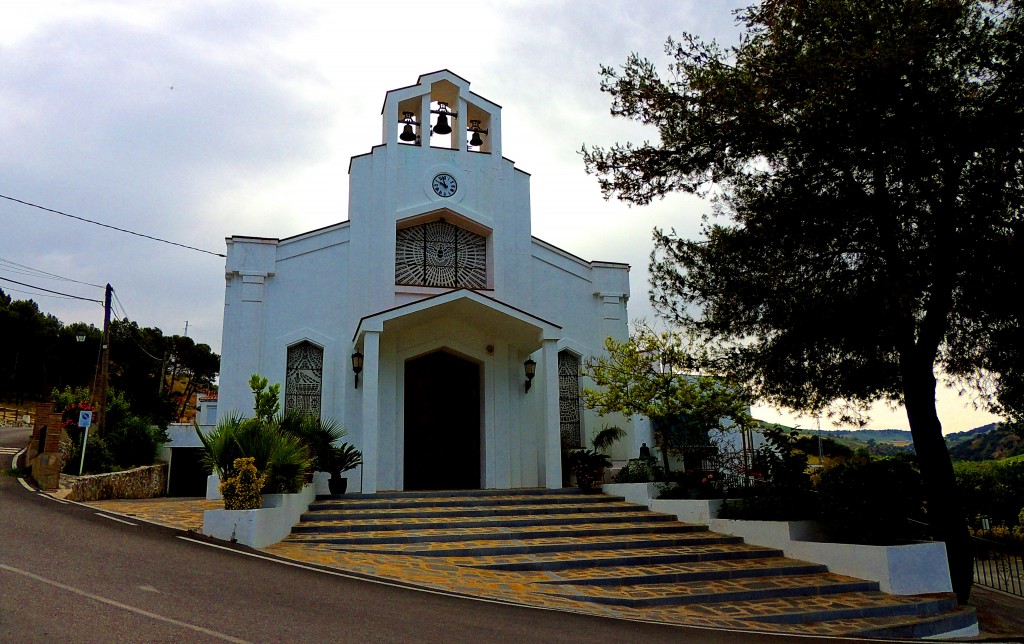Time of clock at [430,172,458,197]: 9:57
